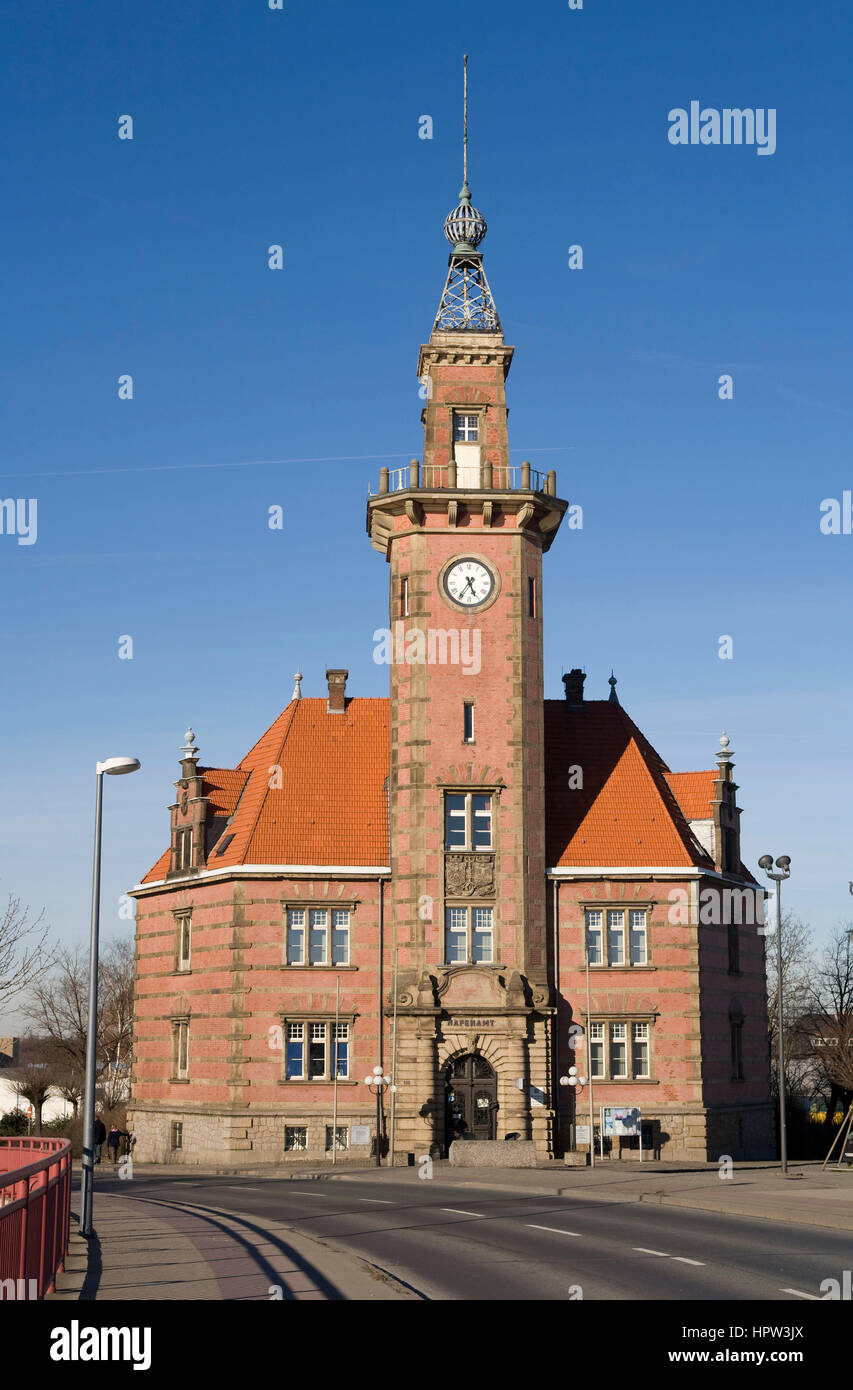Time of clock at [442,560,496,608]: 5:35
